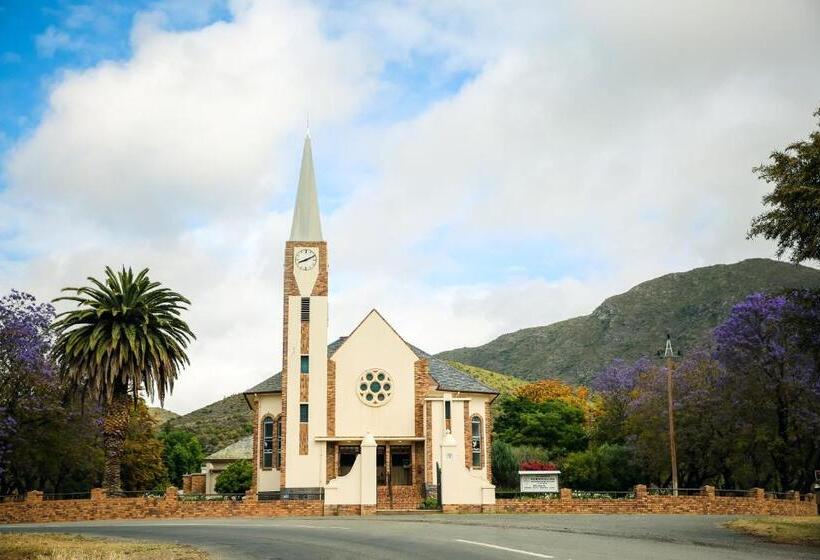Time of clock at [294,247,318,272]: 8:11
